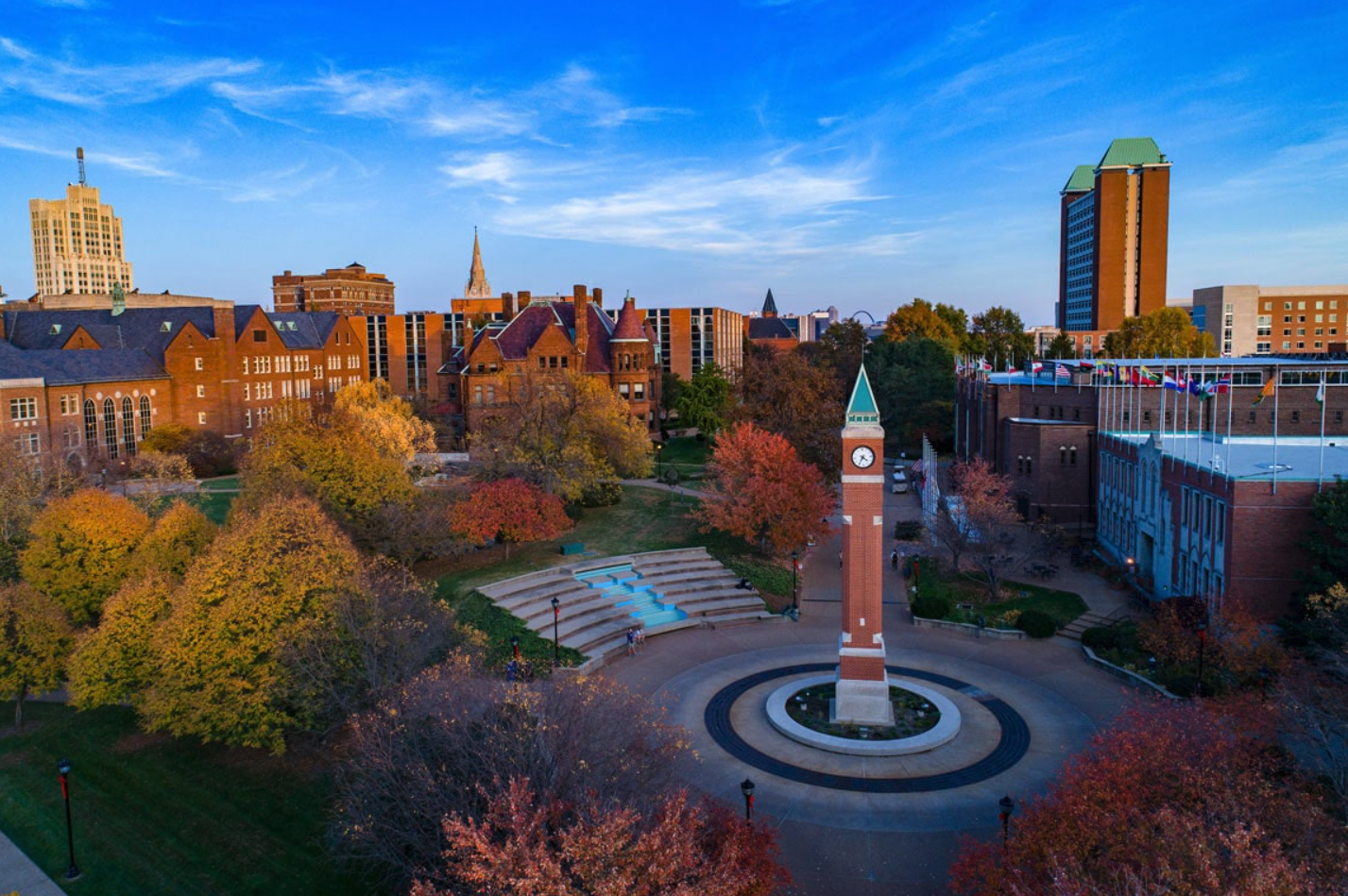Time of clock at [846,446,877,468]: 4:35
